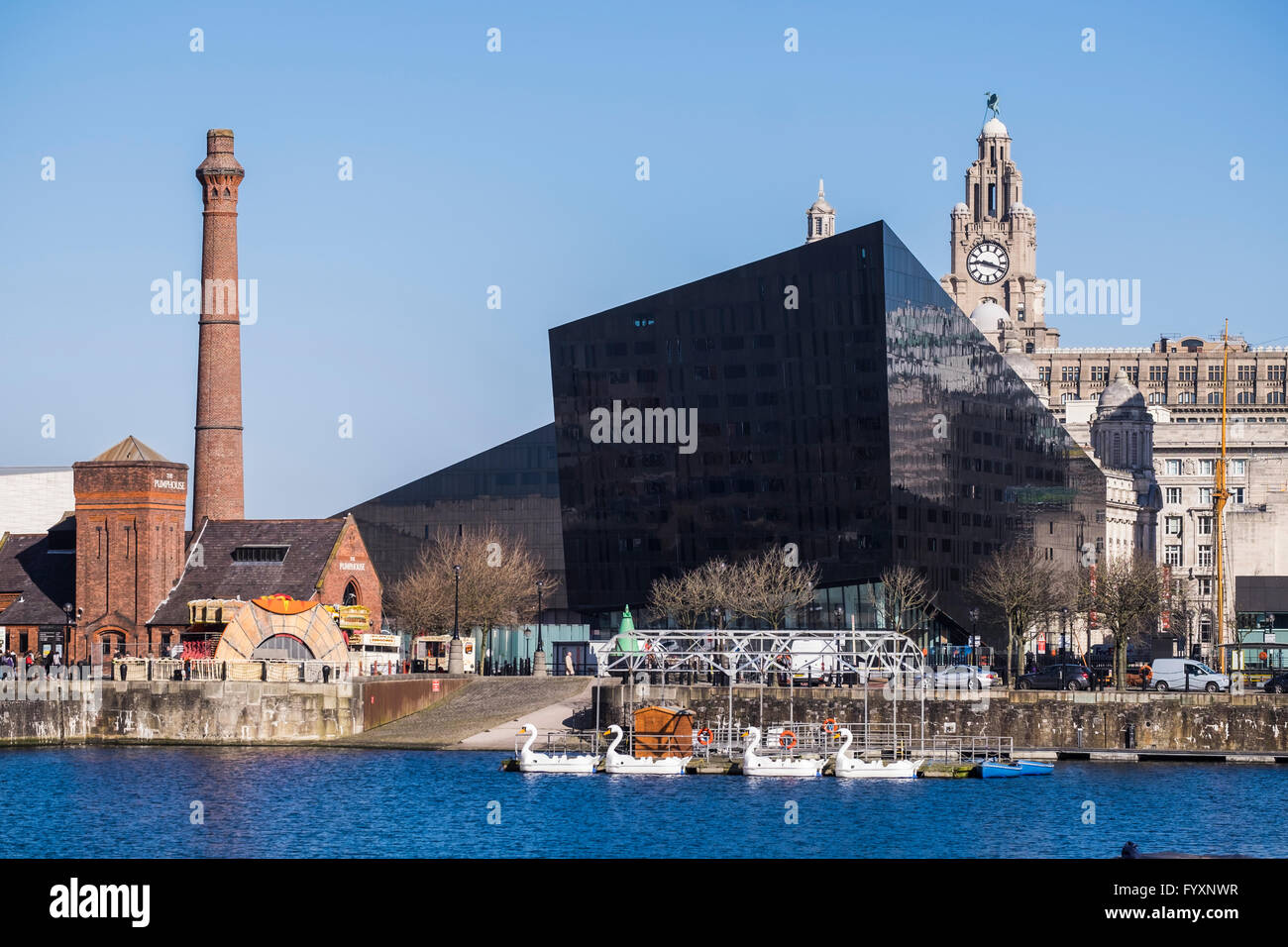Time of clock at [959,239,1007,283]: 9:18
